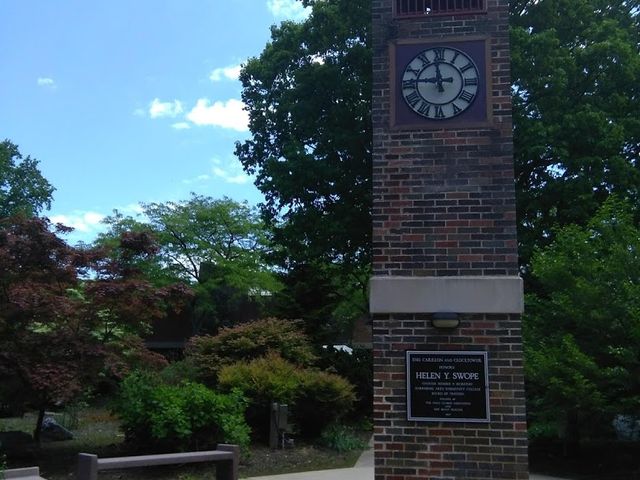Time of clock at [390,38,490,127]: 11:45
